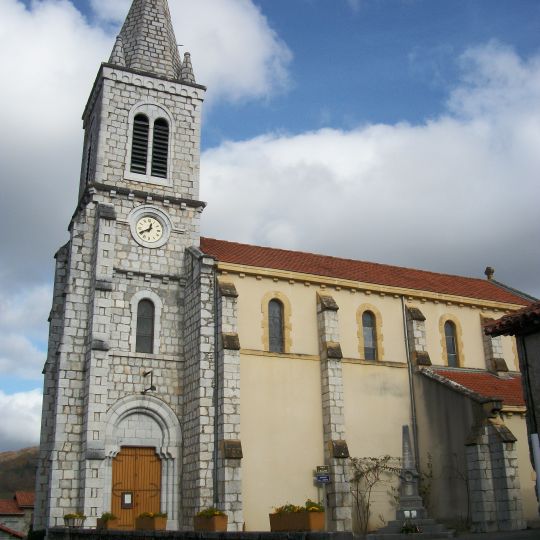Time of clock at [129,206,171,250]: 12:40
